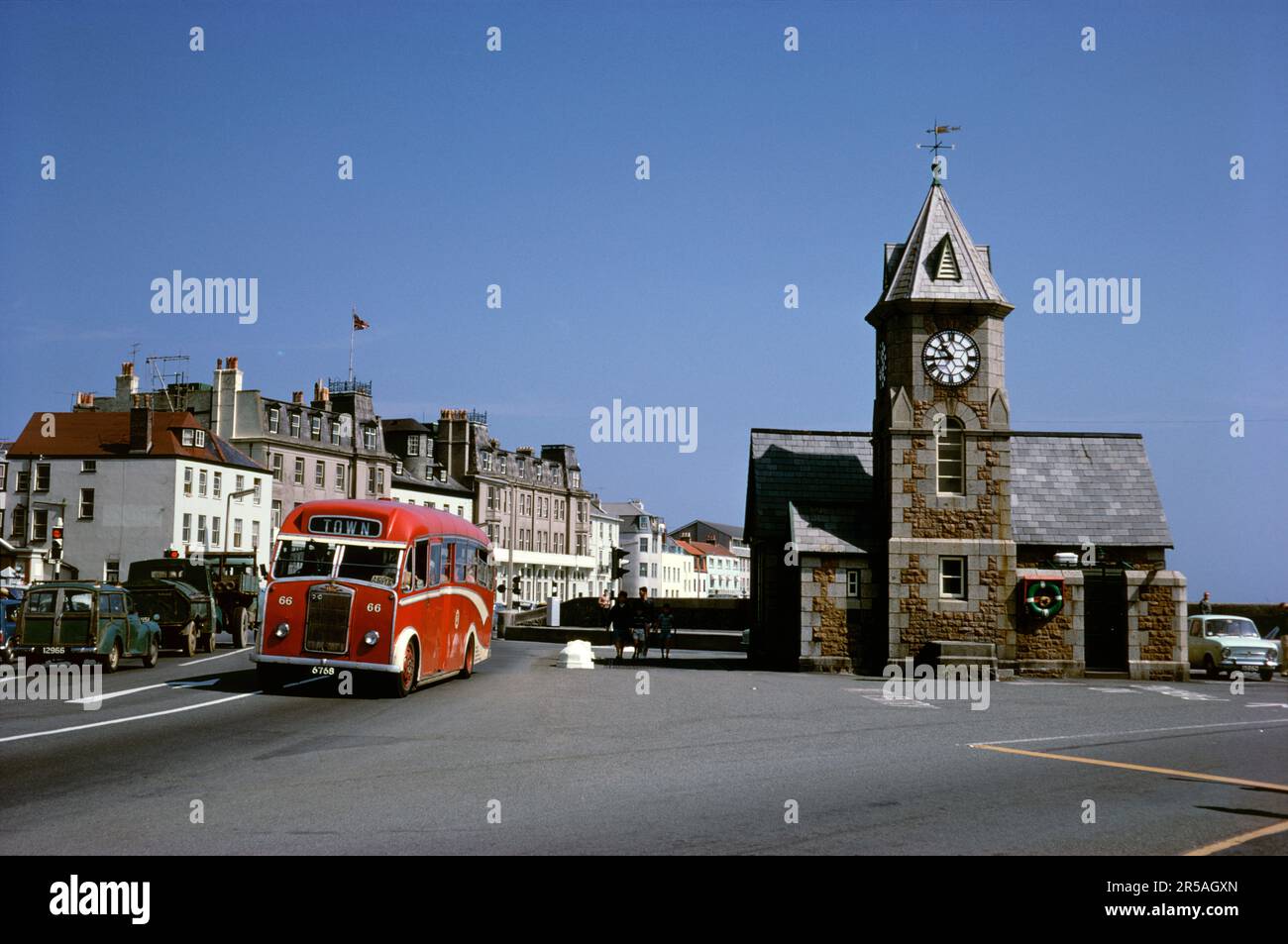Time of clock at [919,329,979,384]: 10:43
